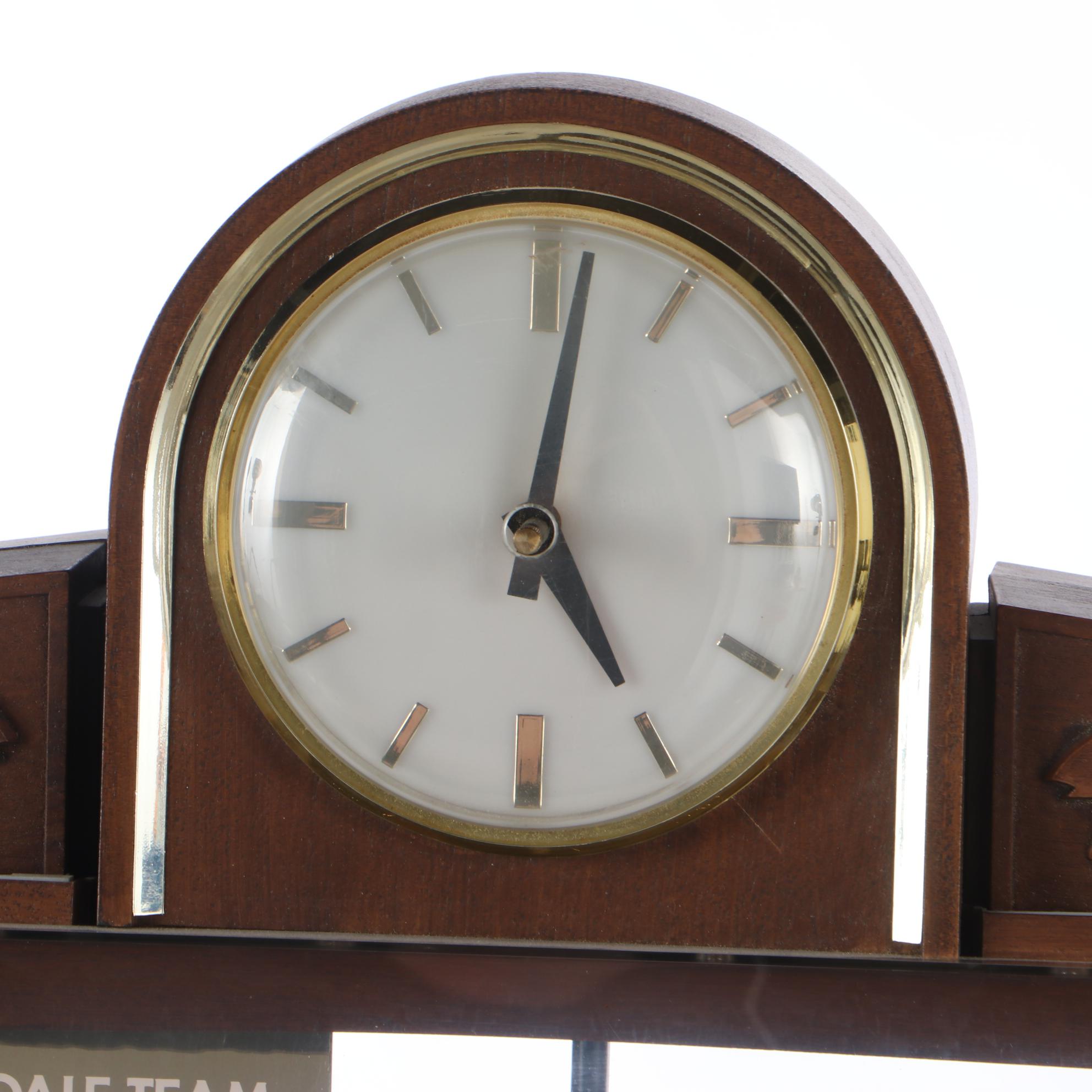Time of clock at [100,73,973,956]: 5:01
